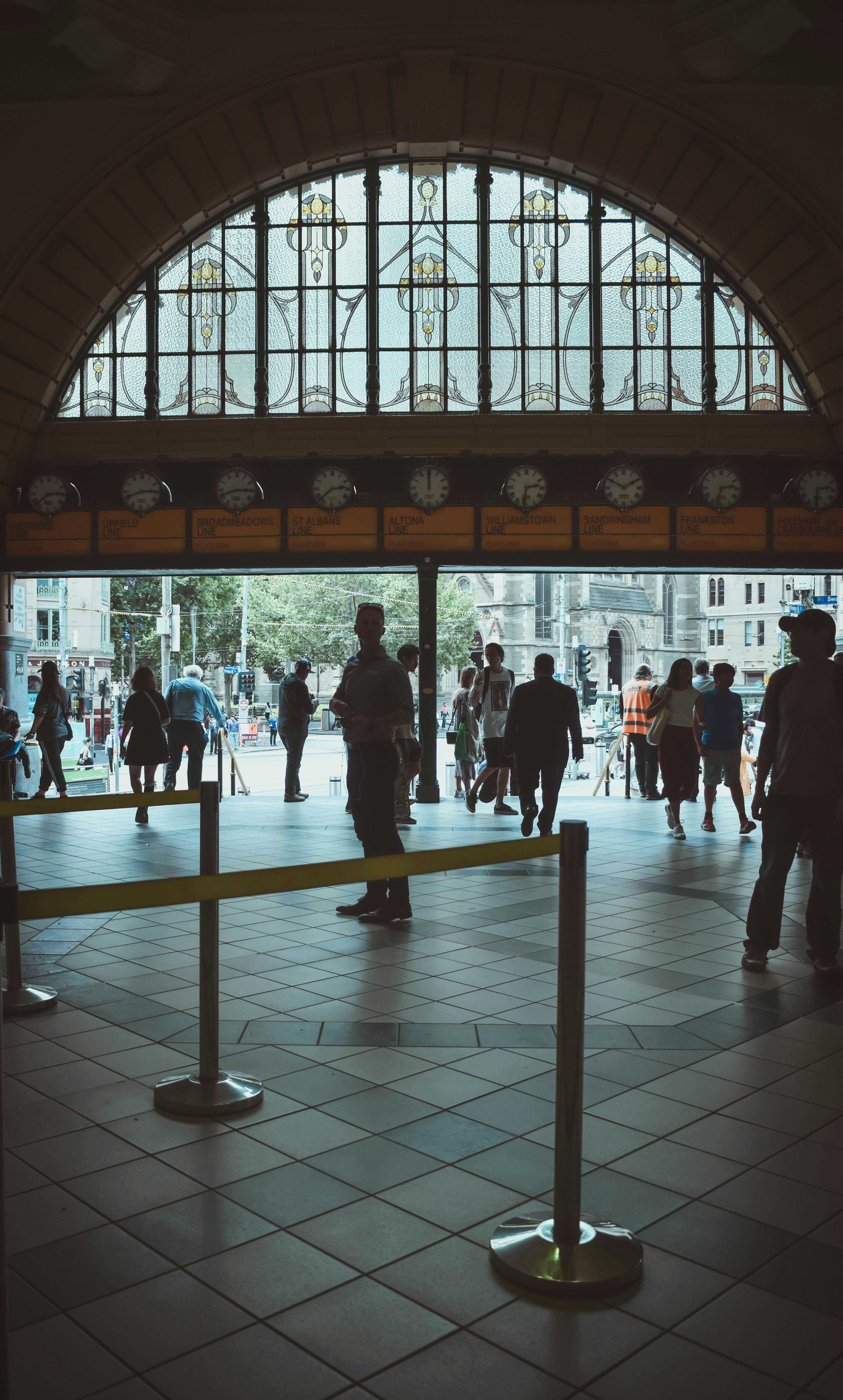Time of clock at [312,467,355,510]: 2:37
